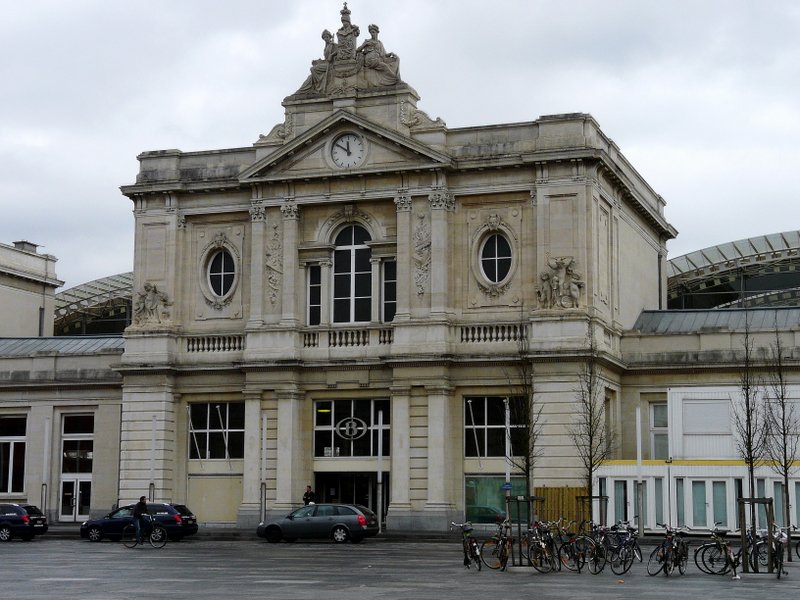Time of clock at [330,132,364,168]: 11:50
